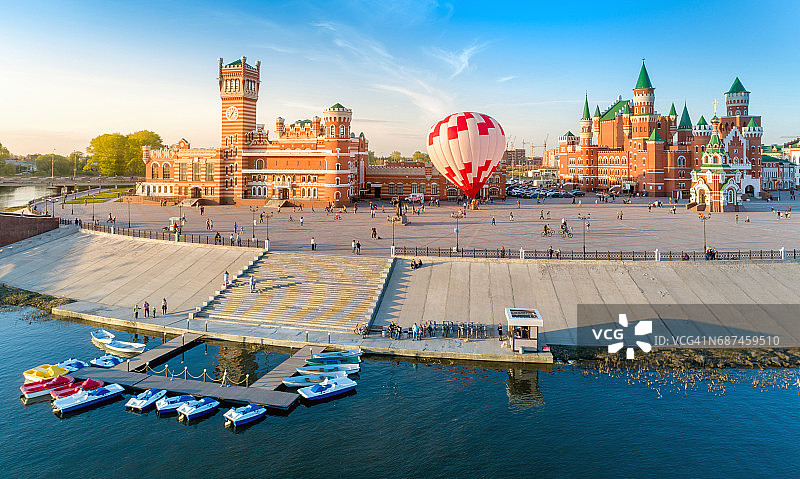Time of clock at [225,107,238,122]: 7:04
